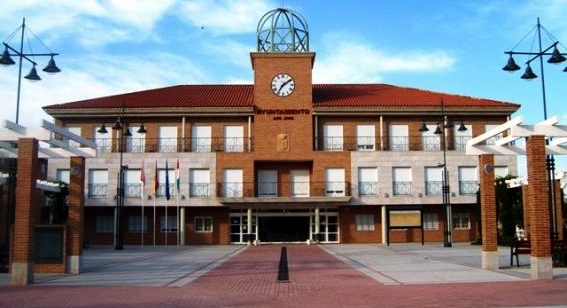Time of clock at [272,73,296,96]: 7:09
